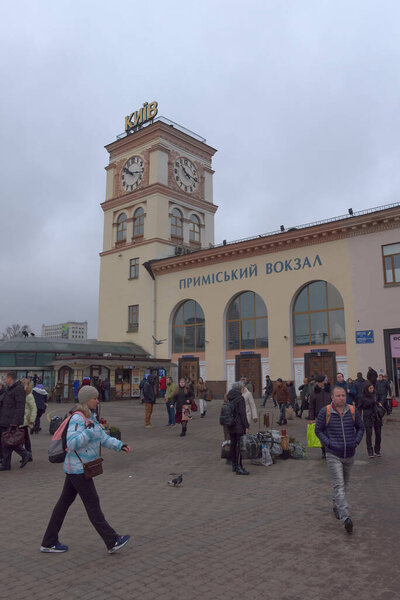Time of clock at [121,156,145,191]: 10:16
